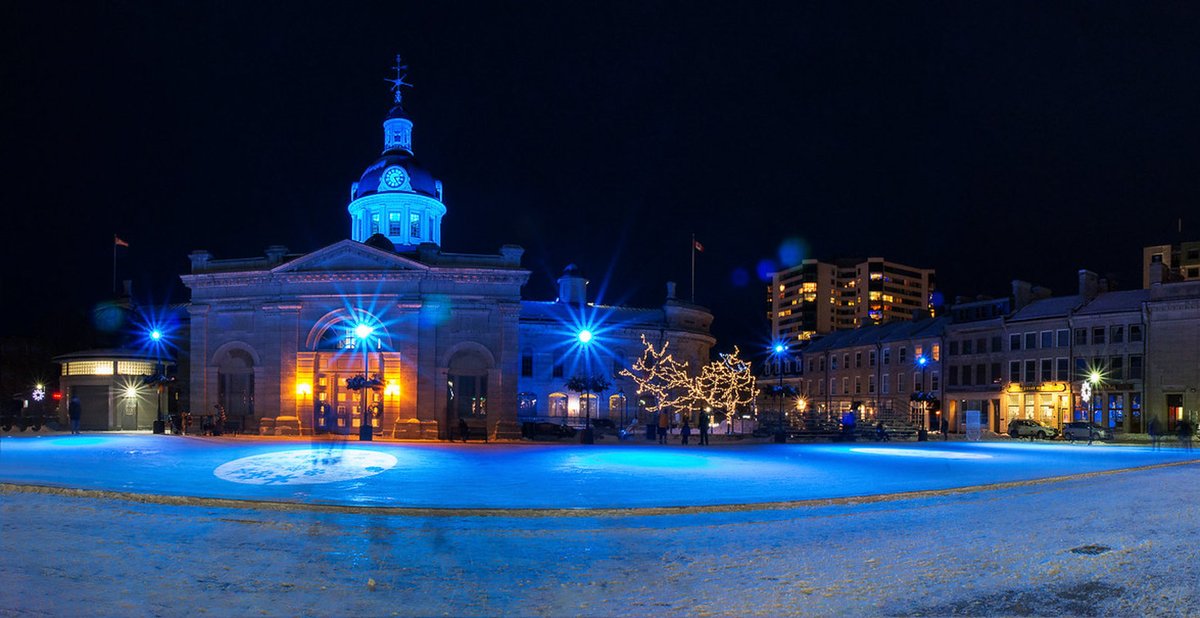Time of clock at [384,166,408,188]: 5:14
